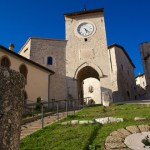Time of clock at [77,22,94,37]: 5:22
